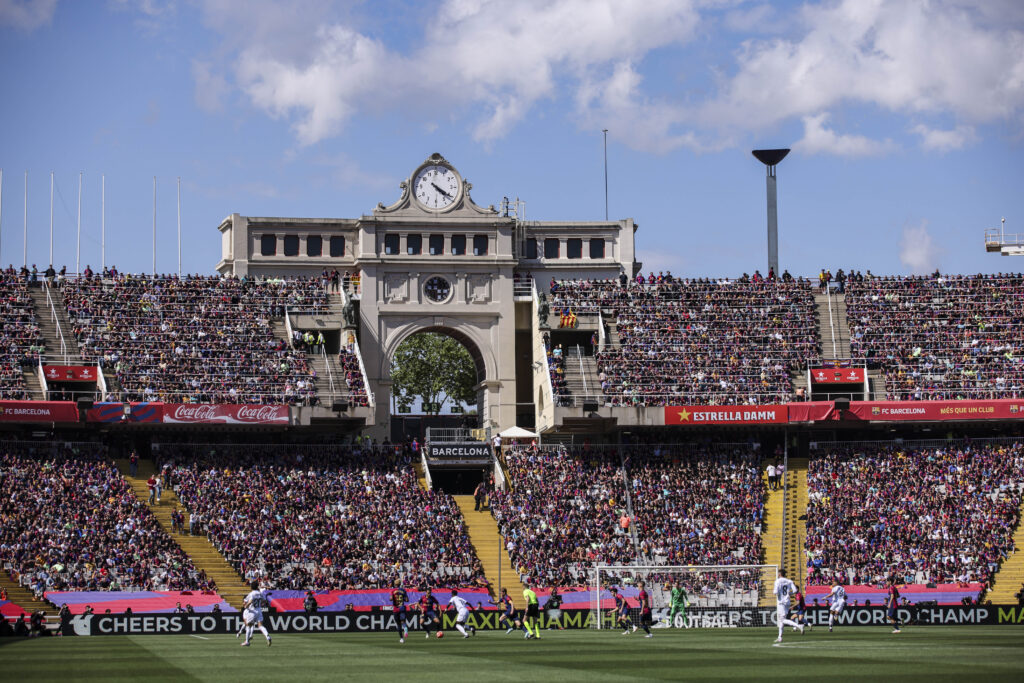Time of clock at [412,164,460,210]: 4:20
